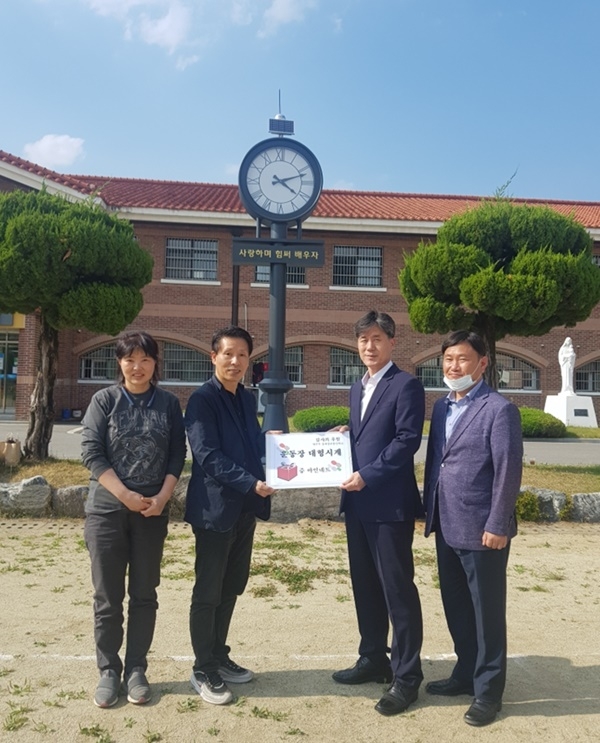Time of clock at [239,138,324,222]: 4:11
